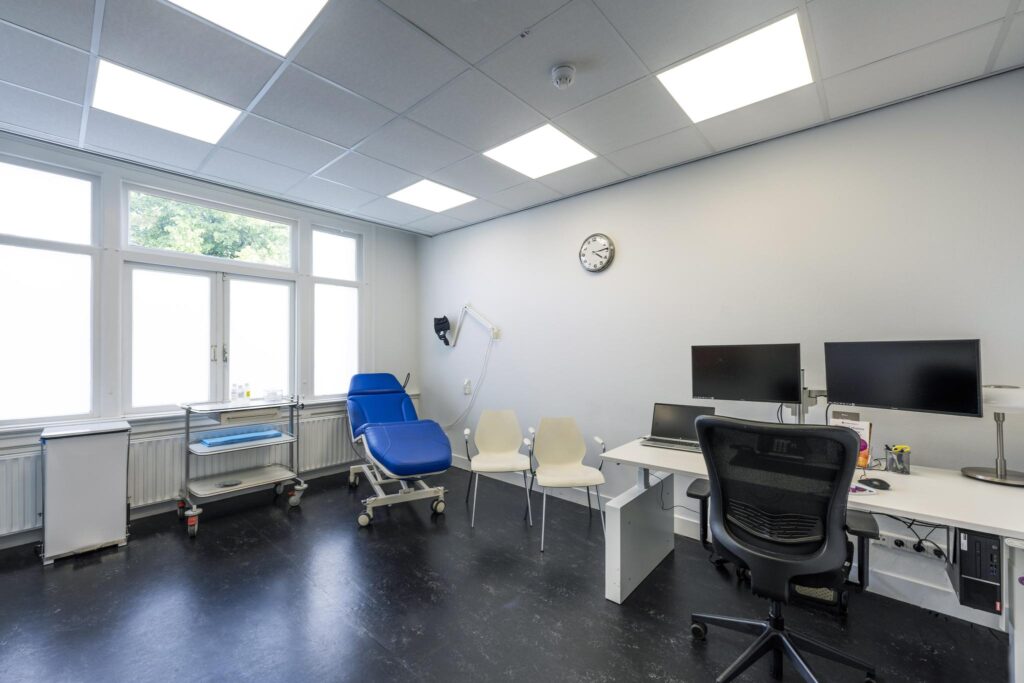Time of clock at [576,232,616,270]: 4:13
